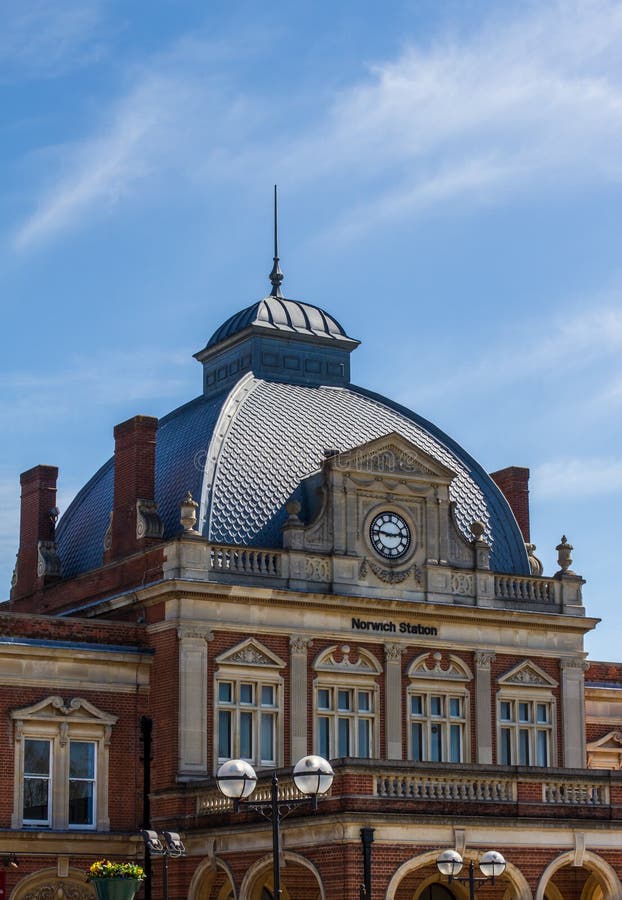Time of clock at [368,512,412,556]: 2:46
